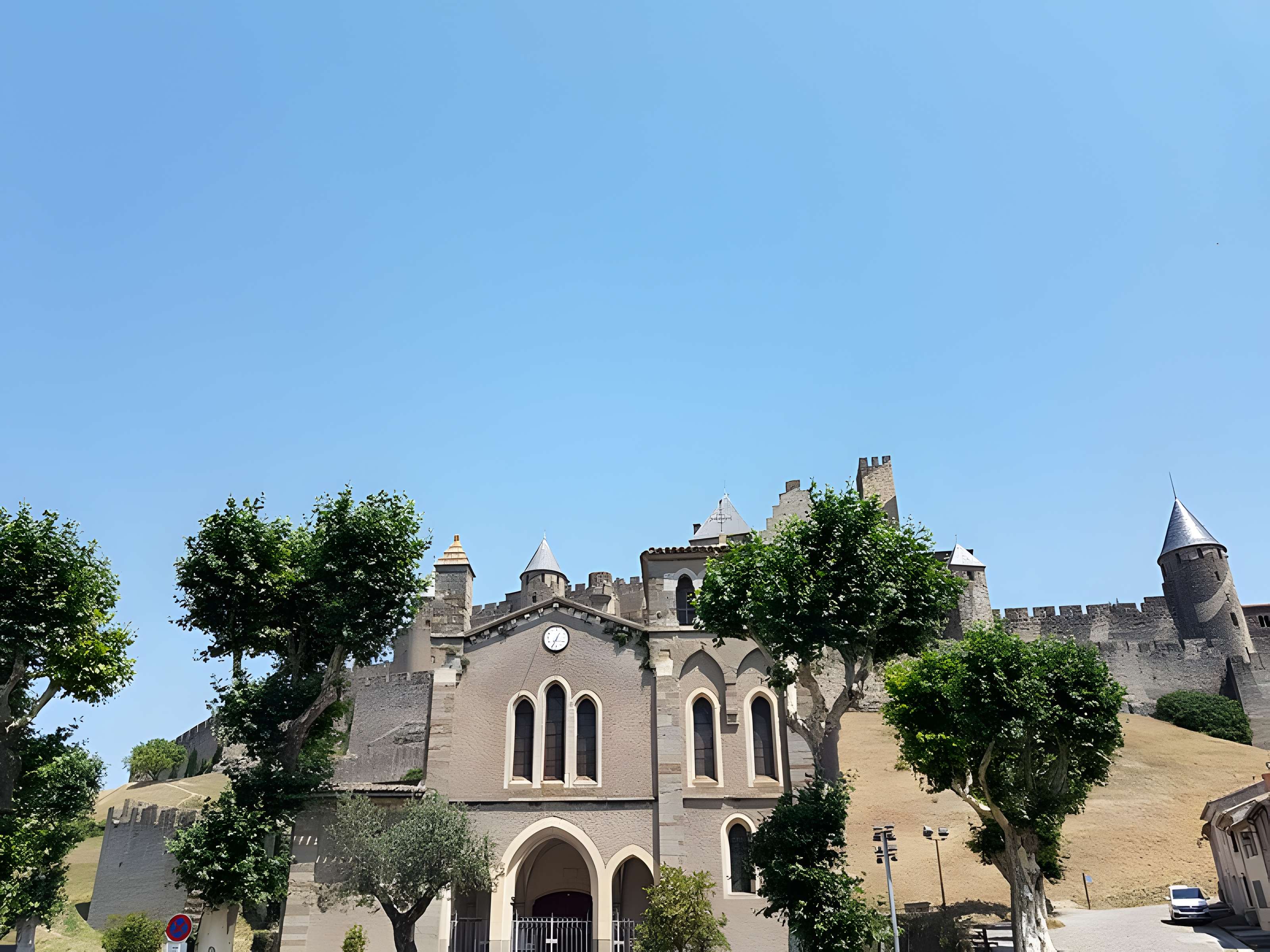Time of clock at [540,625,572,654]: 6:34
